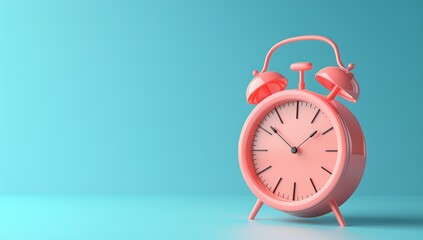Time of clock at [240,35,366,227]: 1:51
